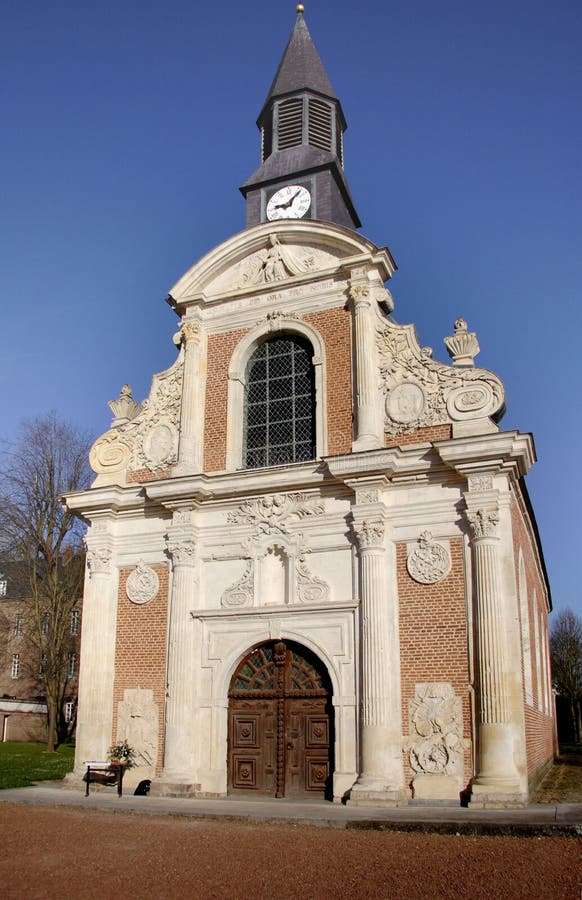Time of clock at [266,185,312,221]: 9:07
